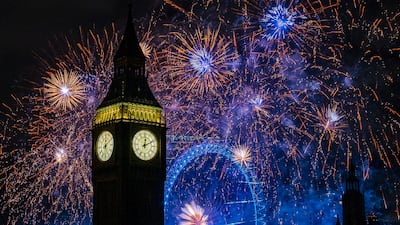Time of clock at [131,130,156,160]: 12:10
